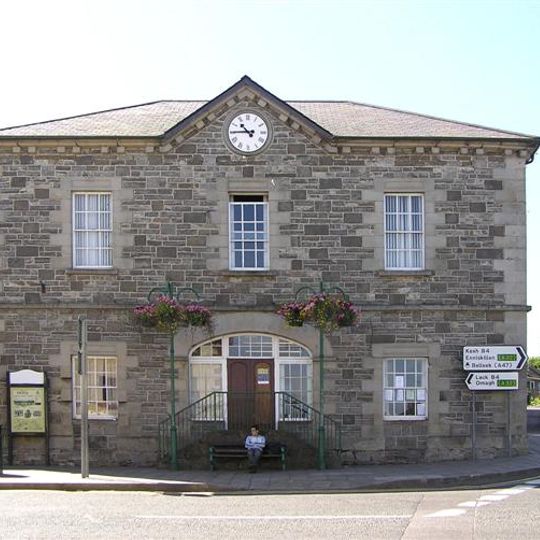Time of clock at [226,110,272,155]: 10:45
